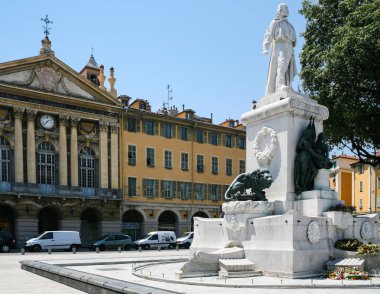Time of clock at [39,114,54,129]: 1:37
